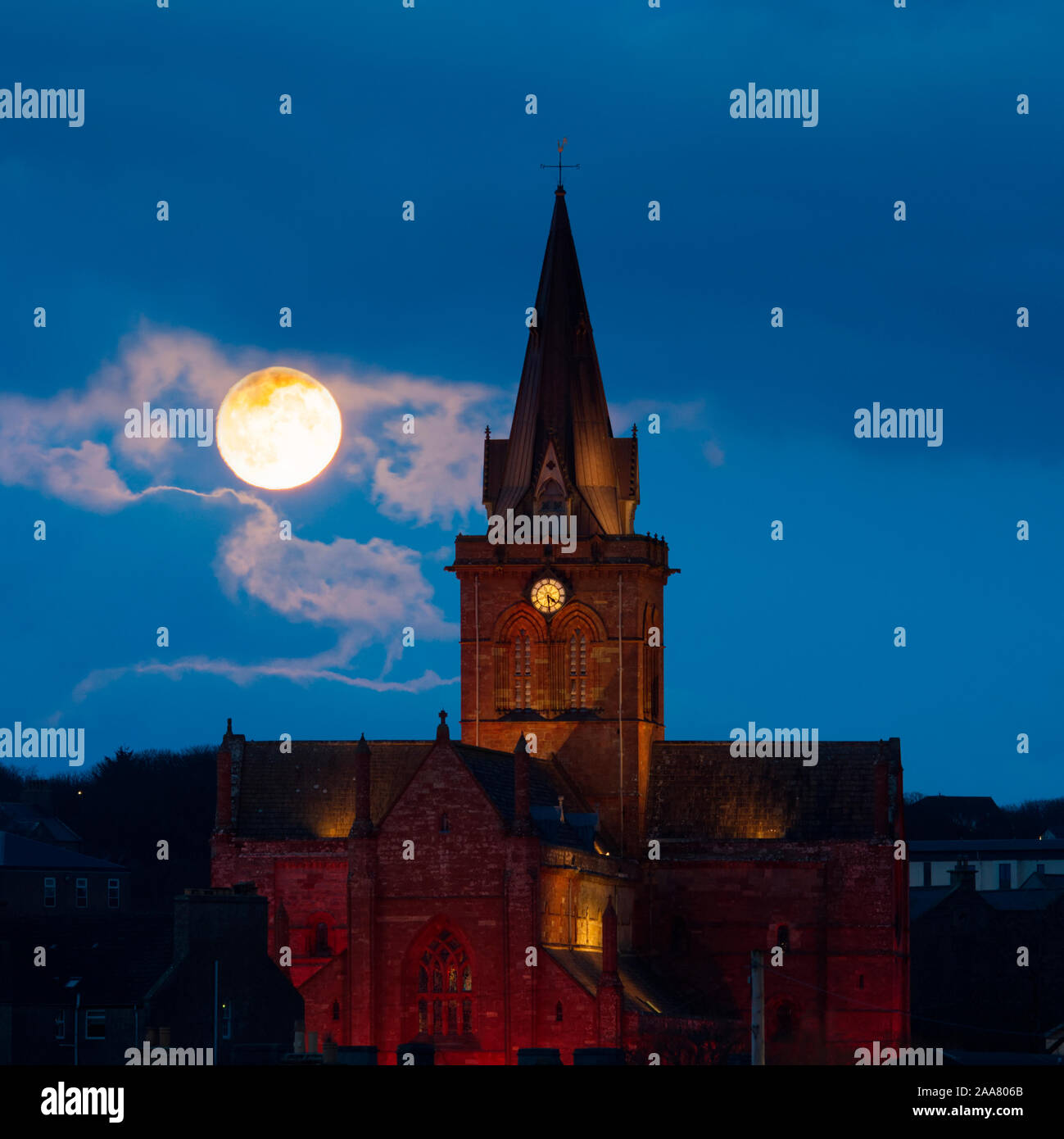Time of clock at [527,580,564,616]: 4:29
